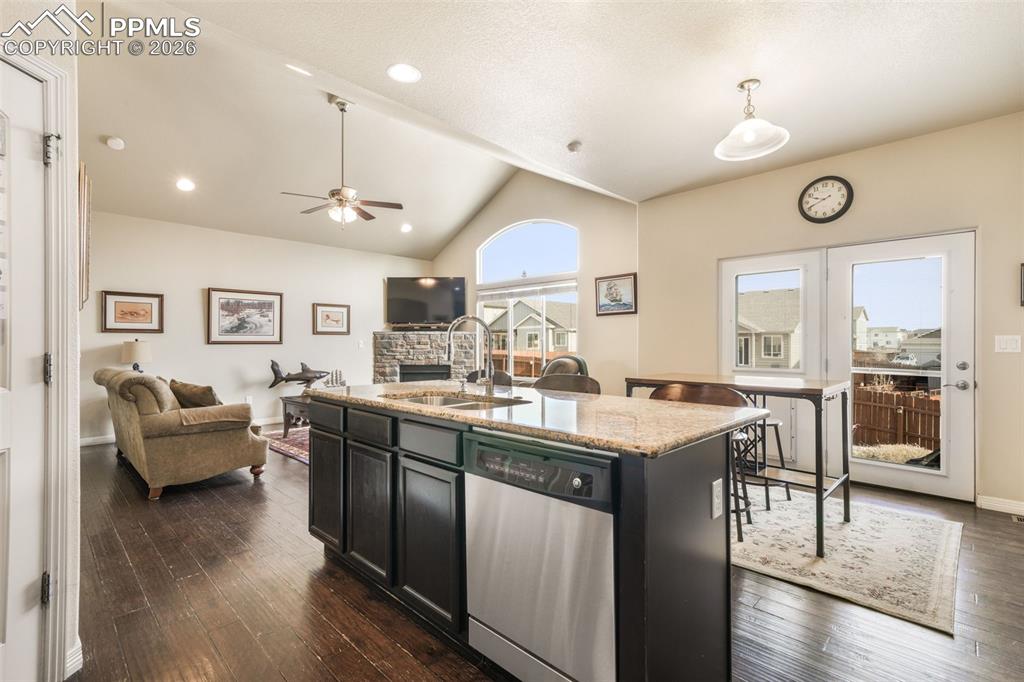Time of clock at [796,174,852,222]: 9:41
